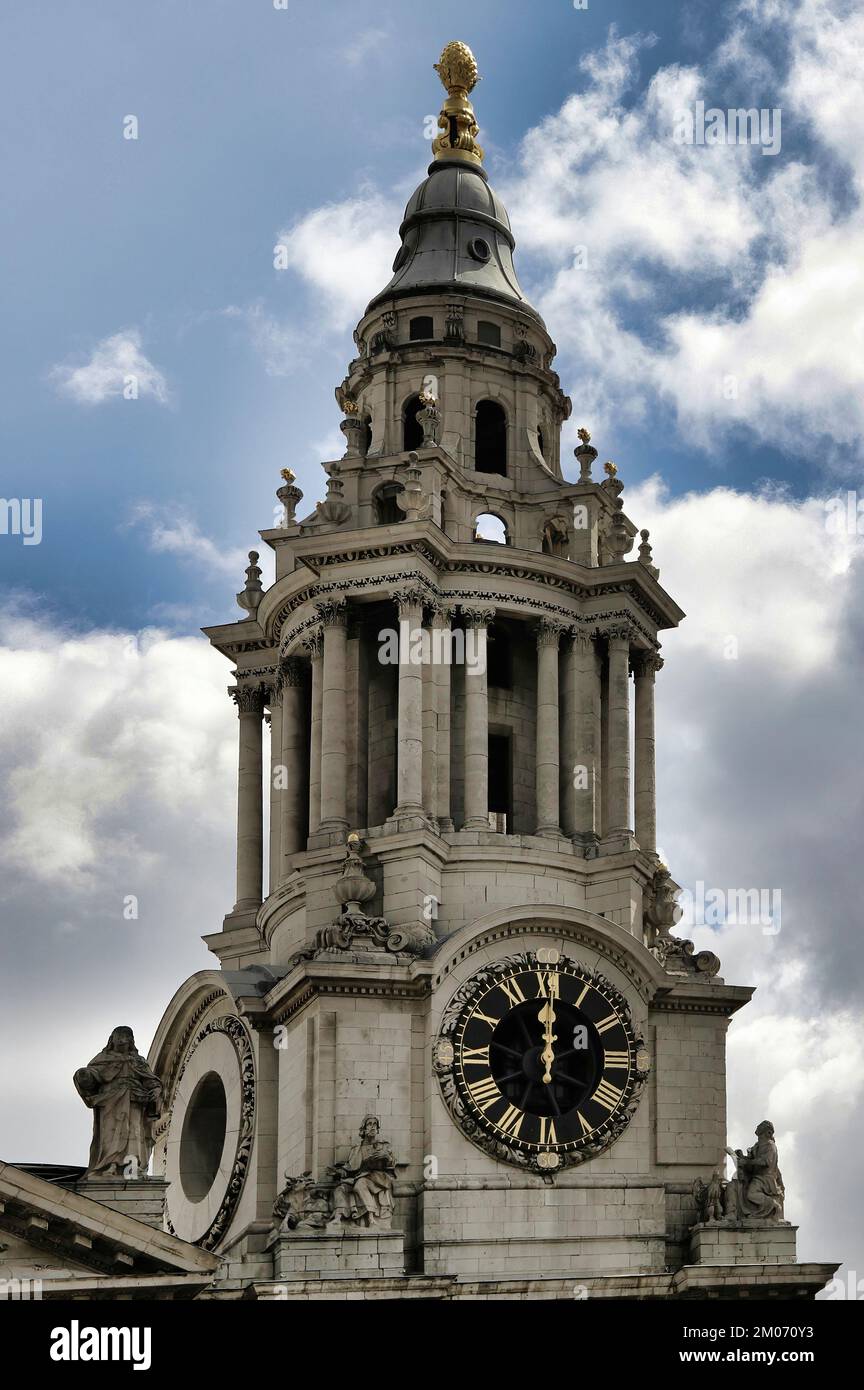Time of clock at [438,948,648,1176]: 12:00
